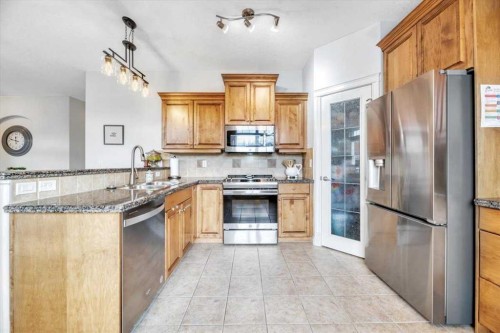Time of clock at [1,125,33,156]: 11:47
